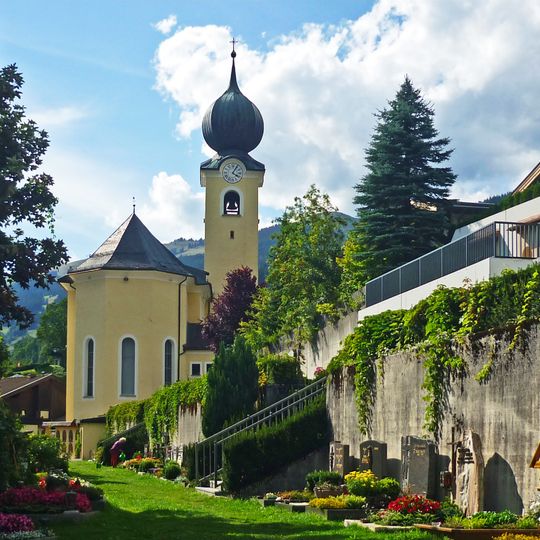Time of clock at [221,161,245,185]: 4:04
